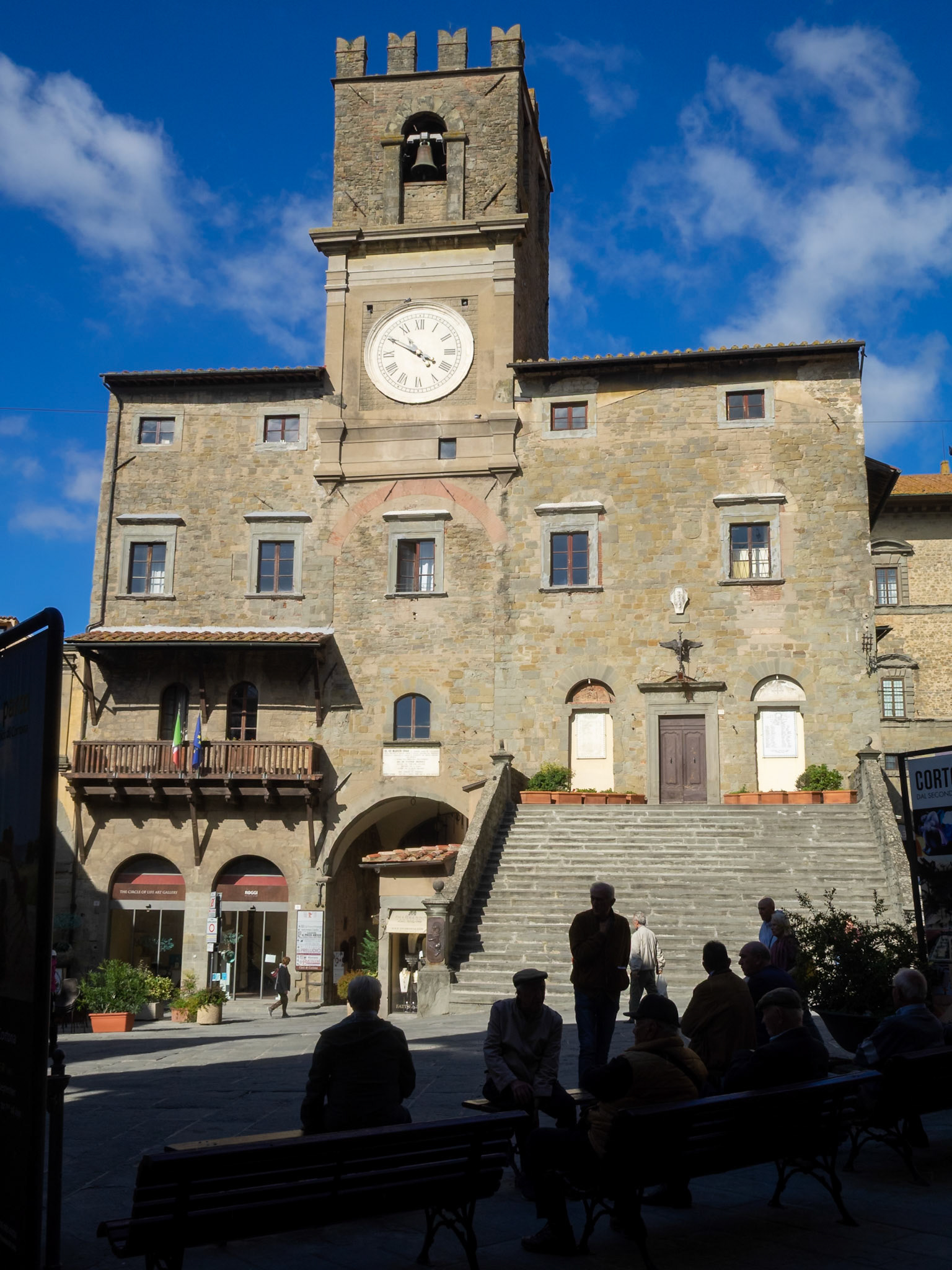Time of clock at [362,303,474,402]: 3:49
